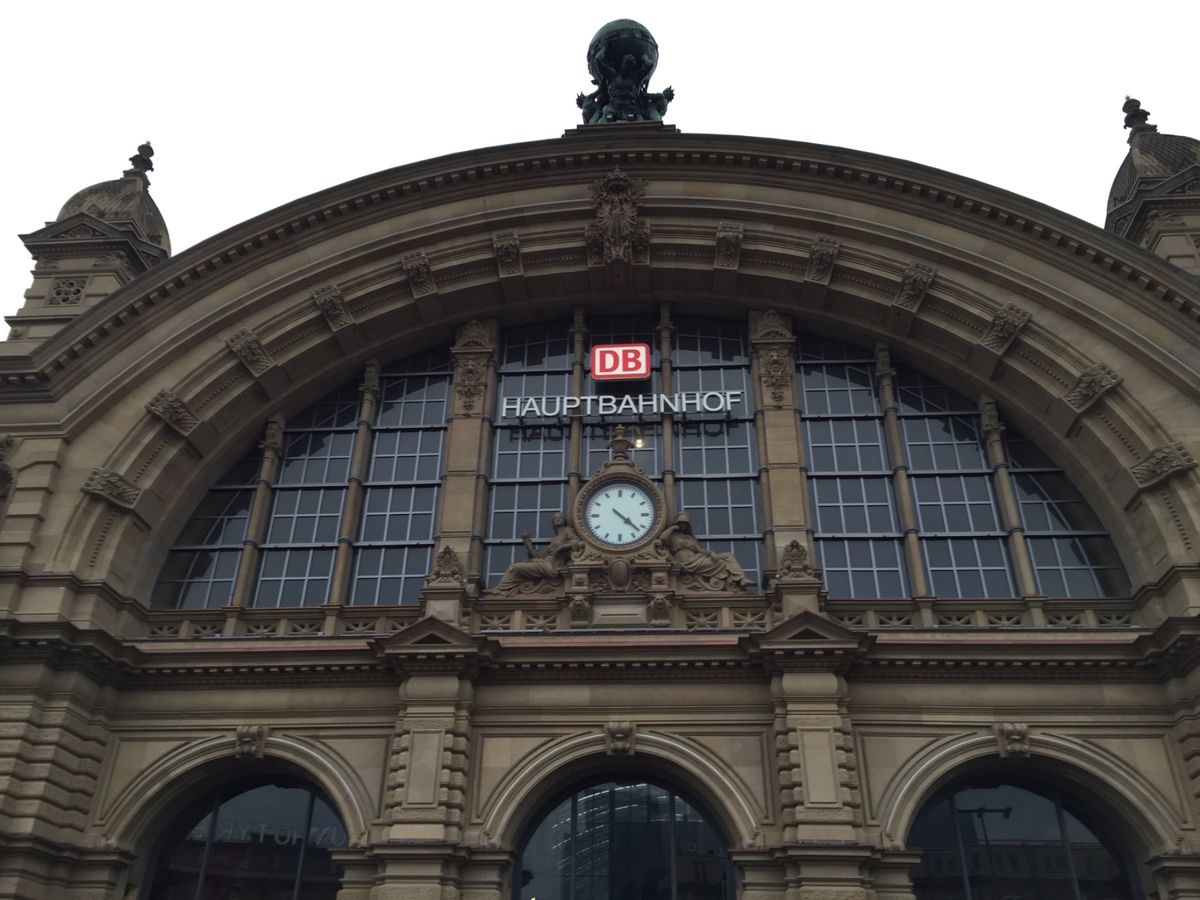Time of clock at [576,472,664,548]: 4:22
